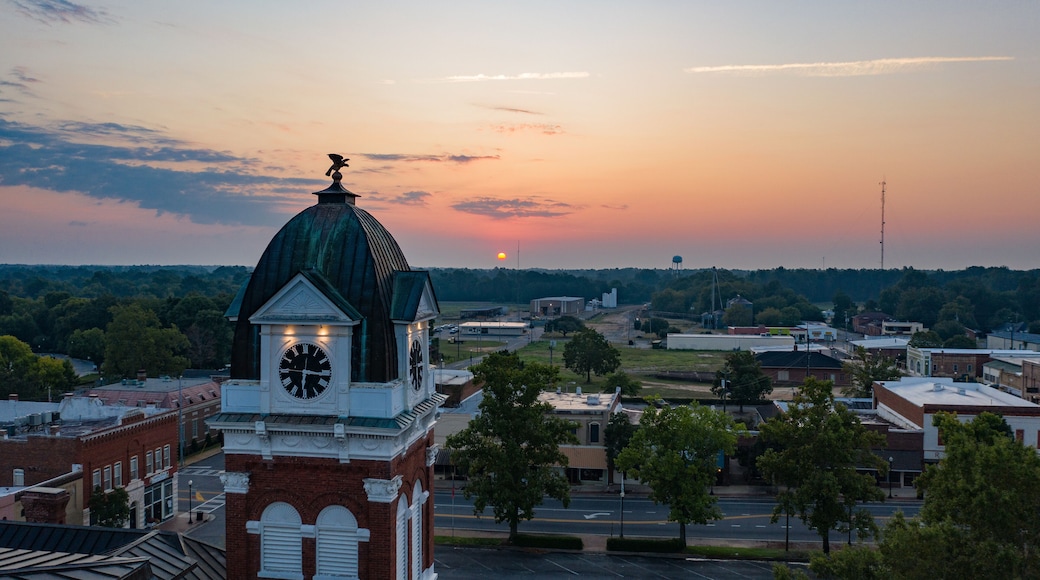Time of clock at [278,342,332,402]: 6:16
